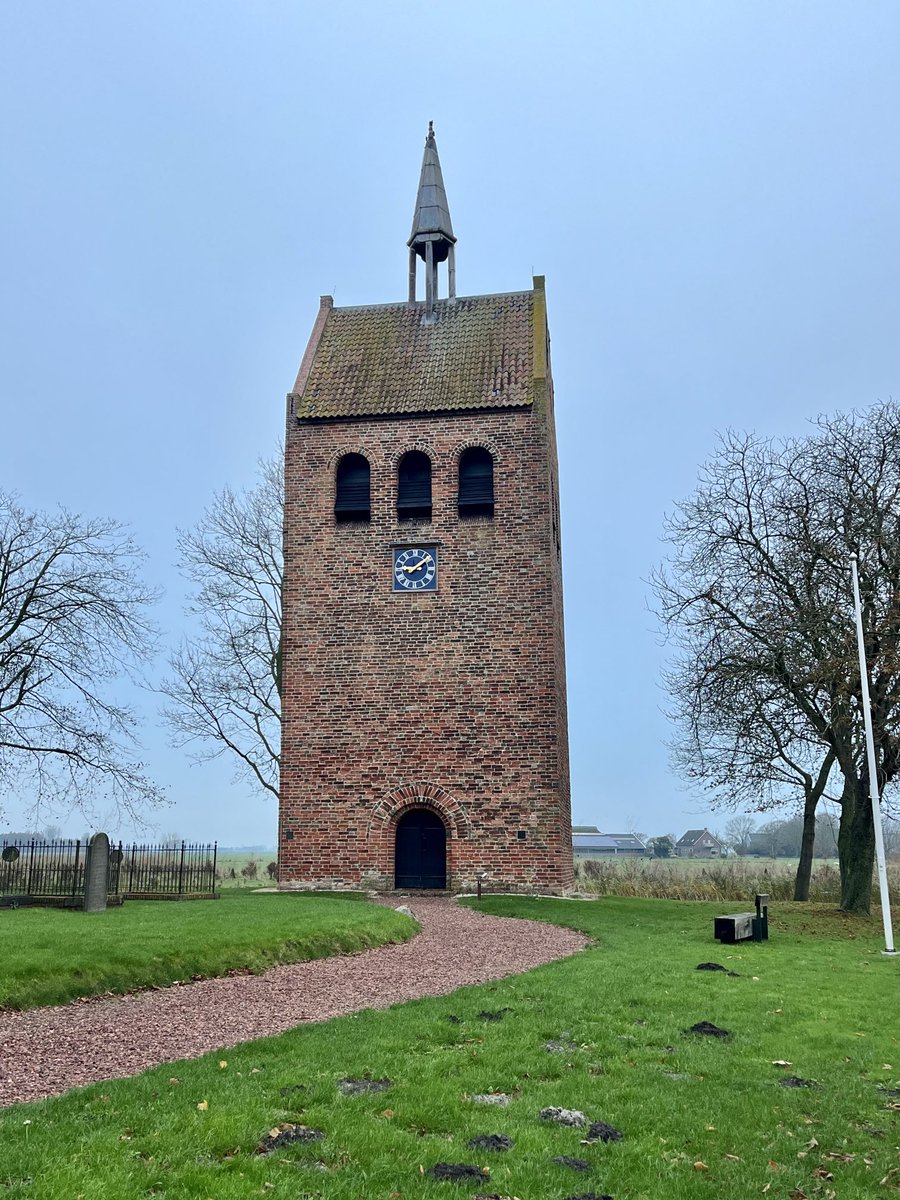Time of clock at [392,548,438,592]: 9:08
